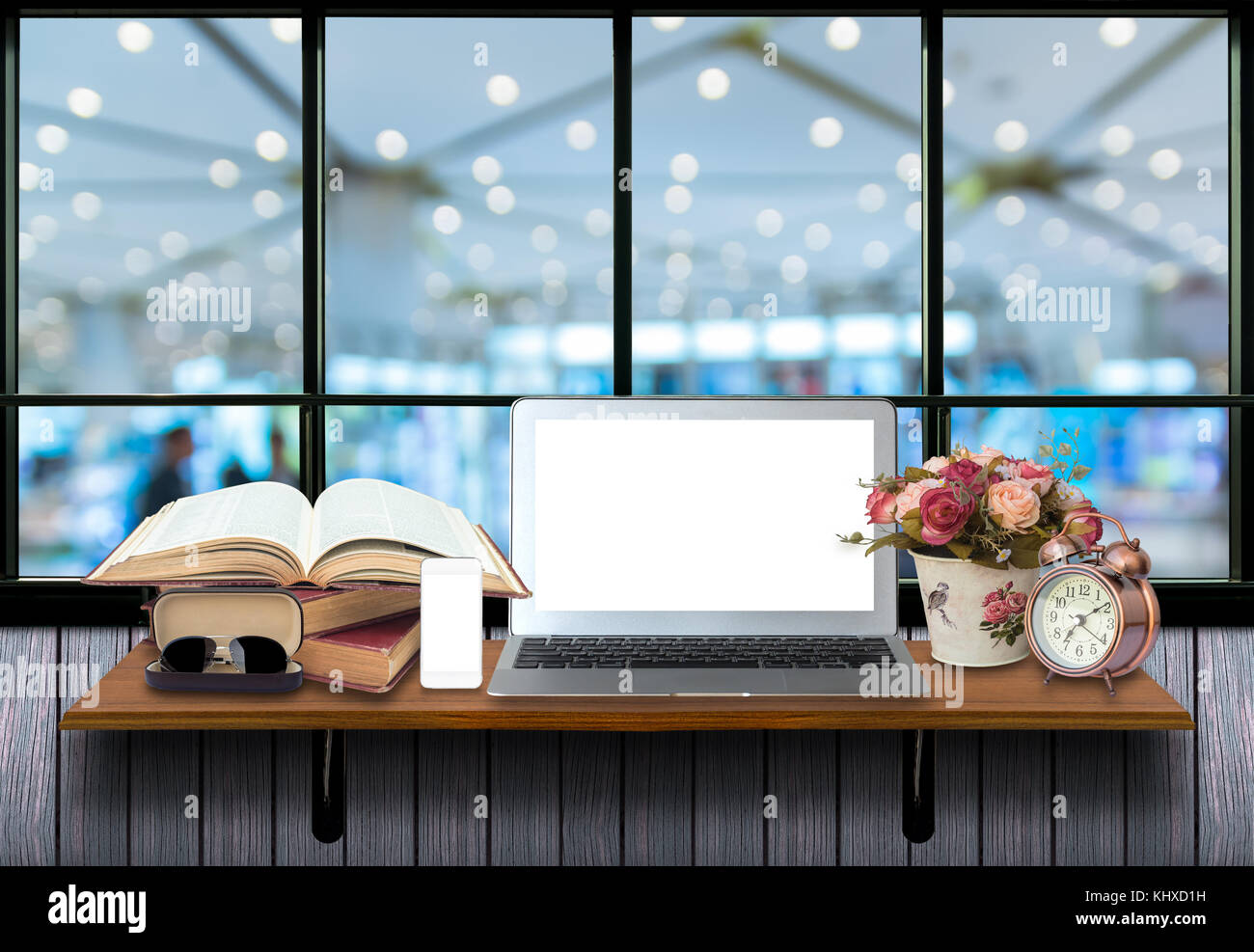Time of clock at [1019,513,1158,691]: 7:09
